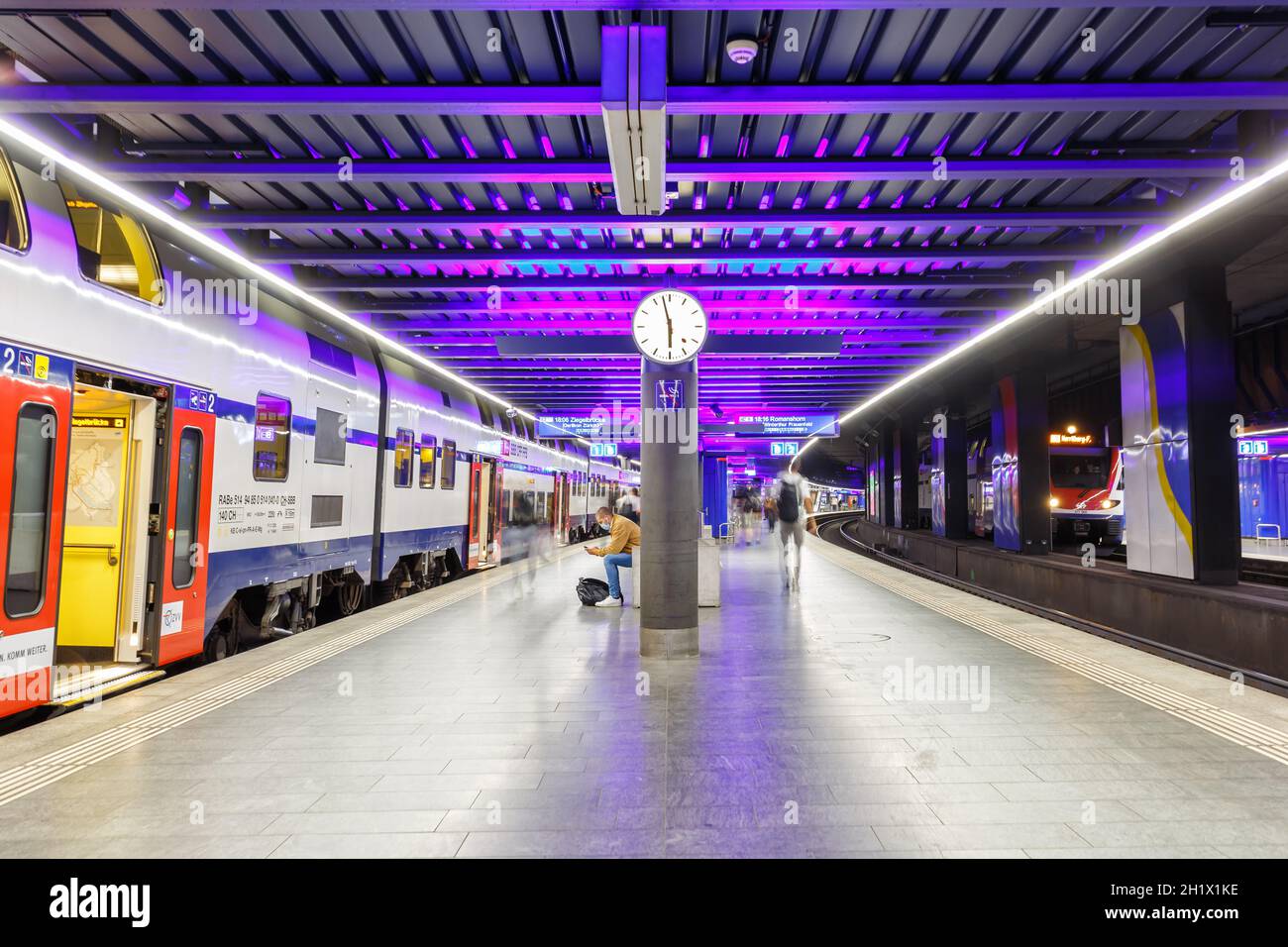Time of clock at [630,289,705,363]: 5:57
